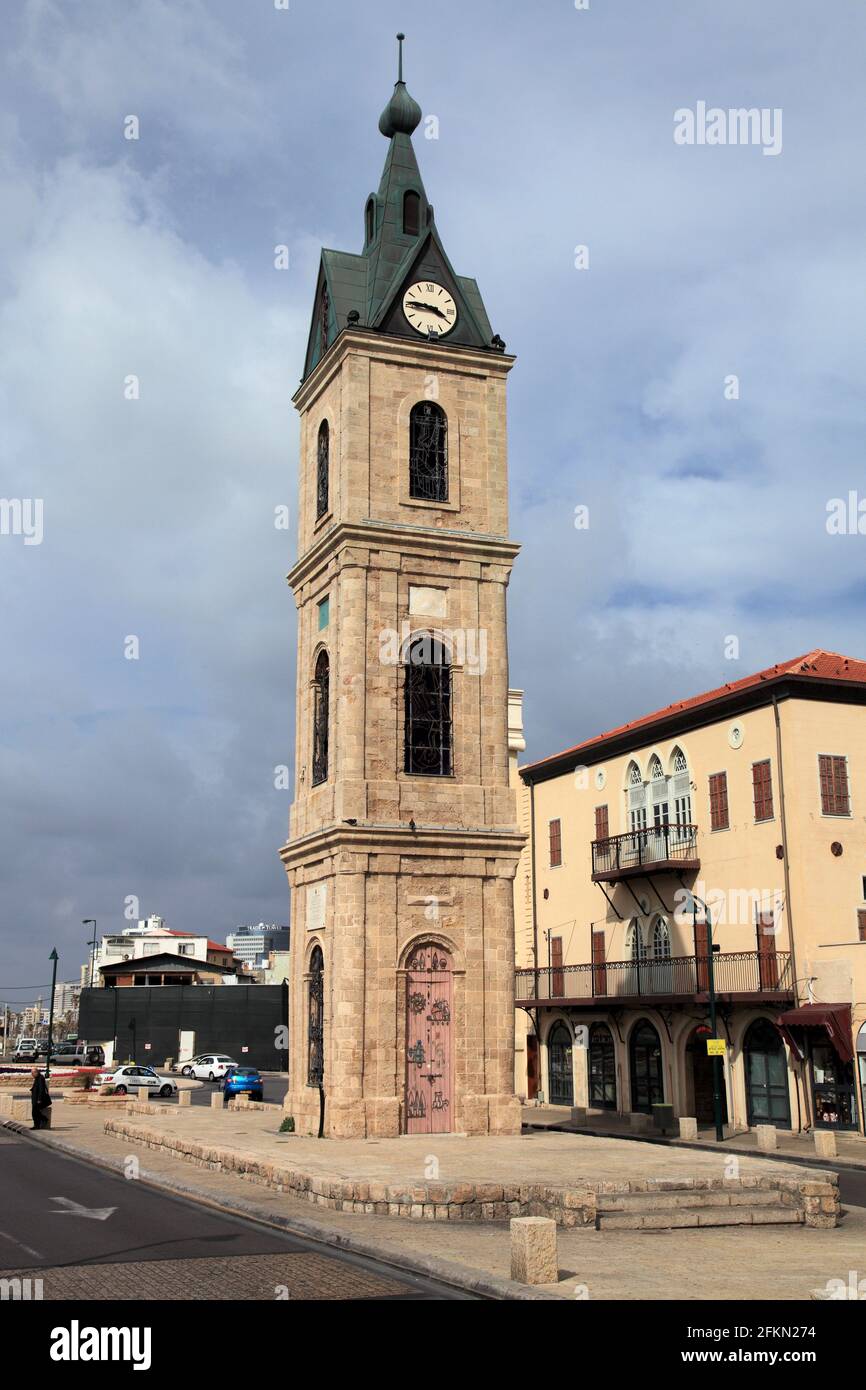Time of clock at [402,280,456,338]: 3:45
